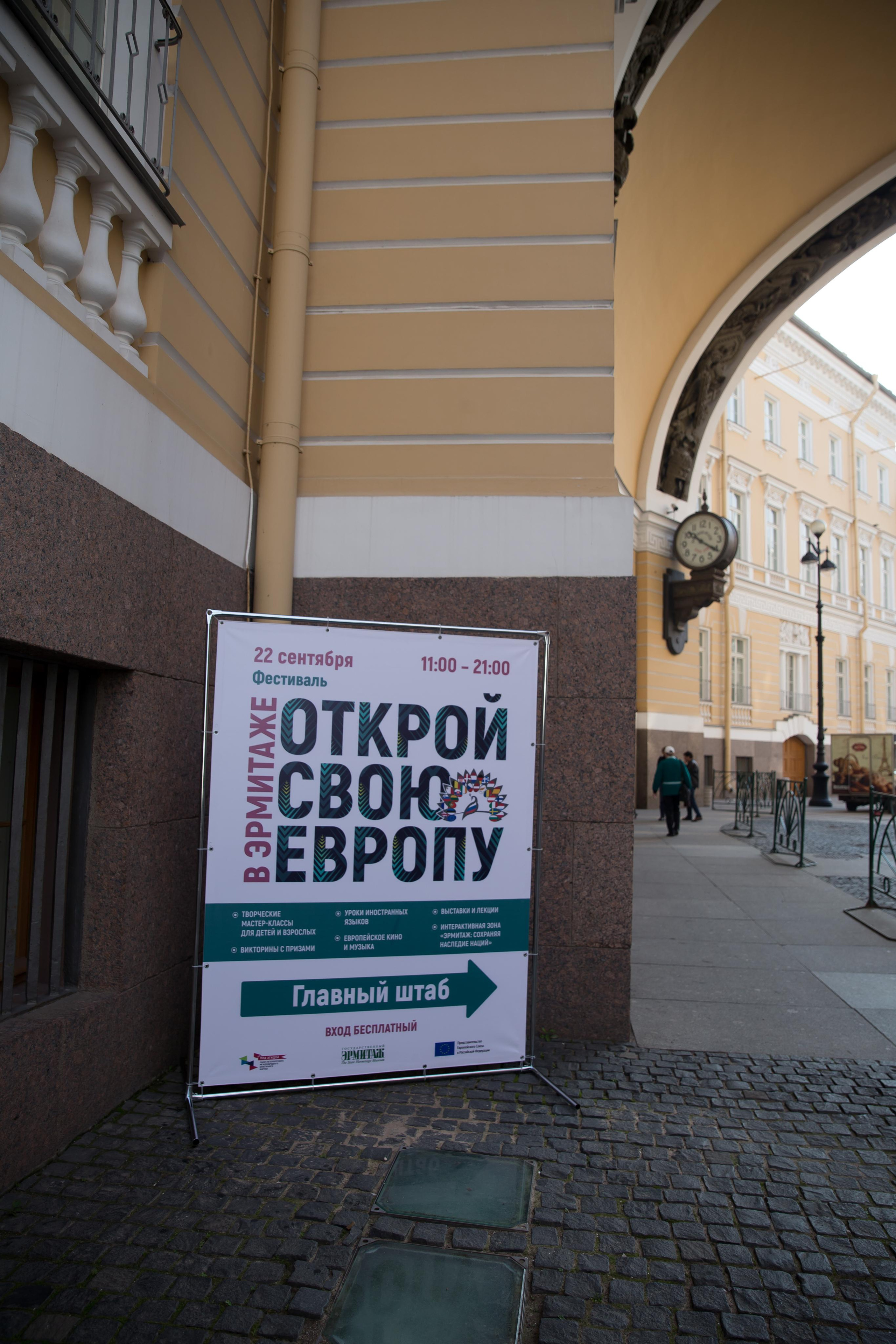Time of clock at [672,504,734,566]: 10:20
